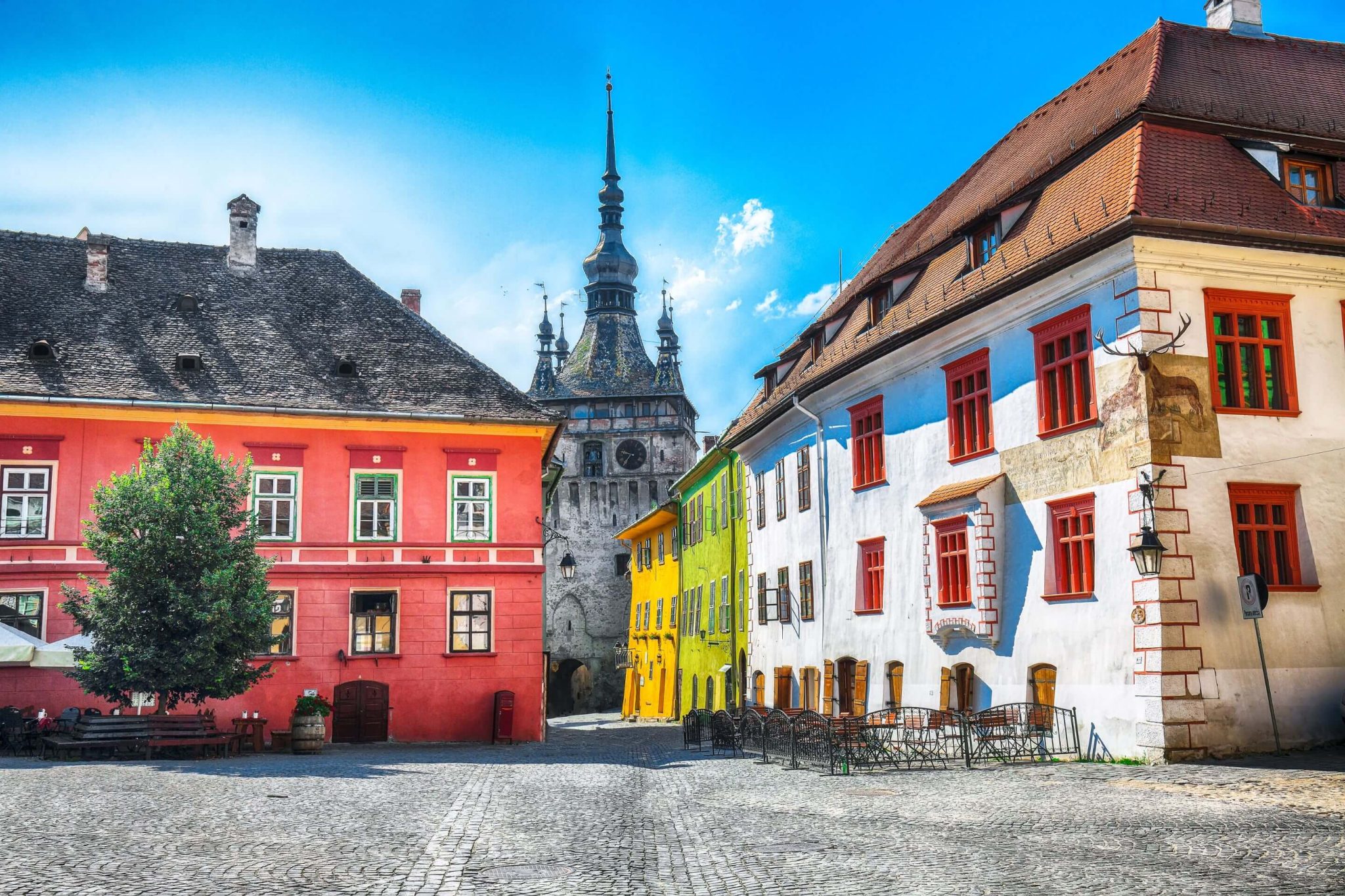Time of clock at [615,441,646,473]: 9:36
